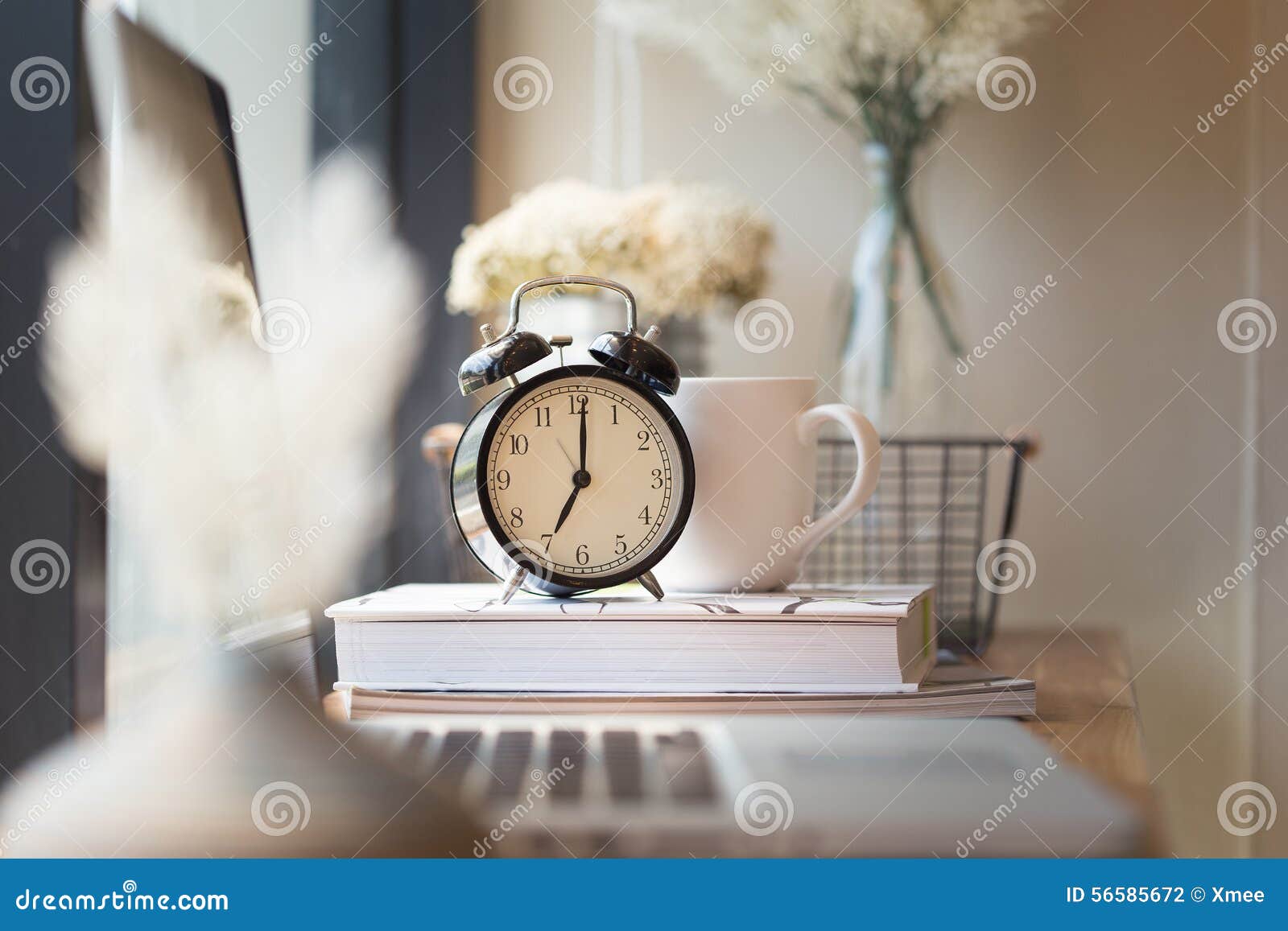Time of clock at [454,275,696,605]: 7:00
